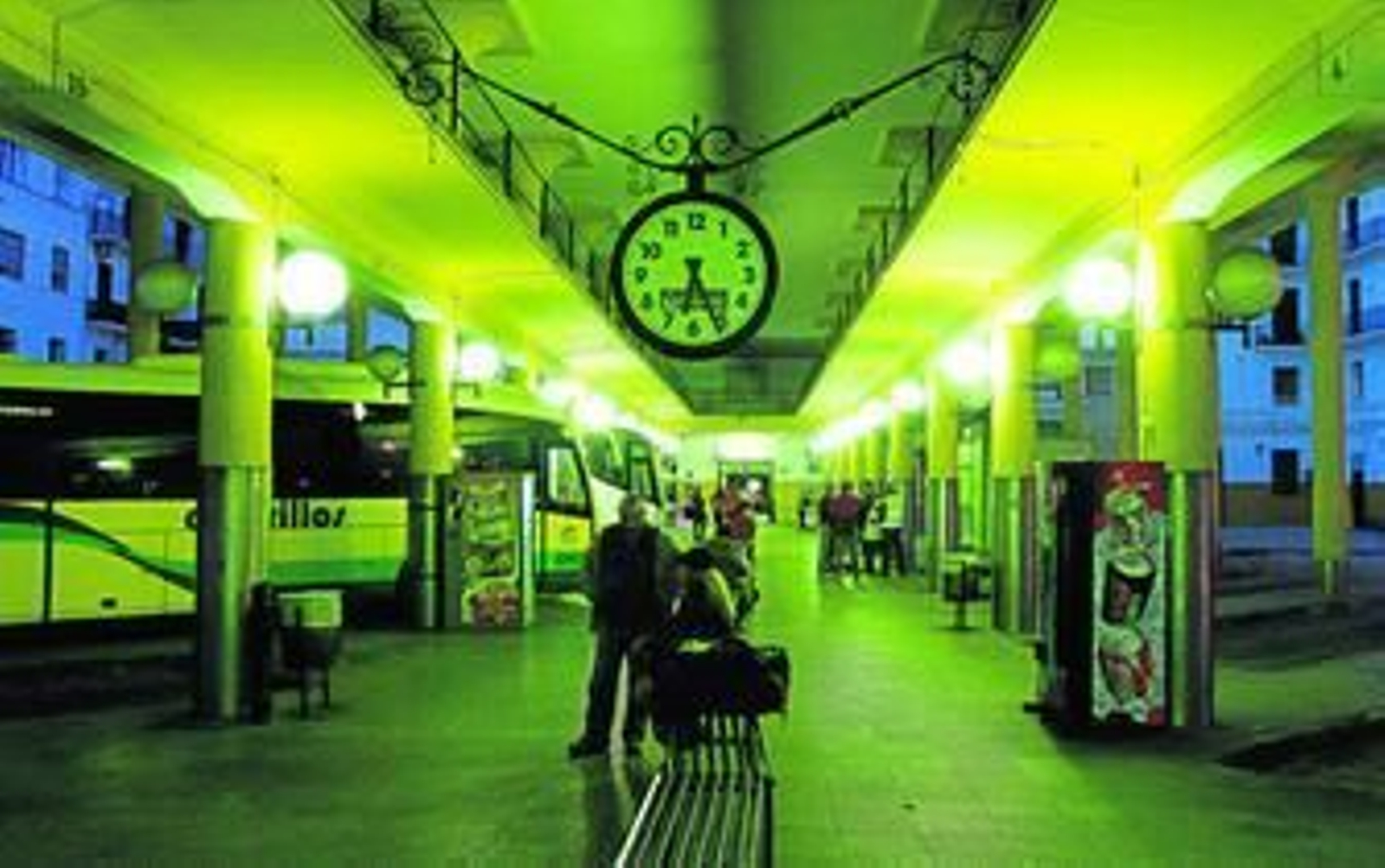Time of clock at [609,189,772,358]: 6:25
